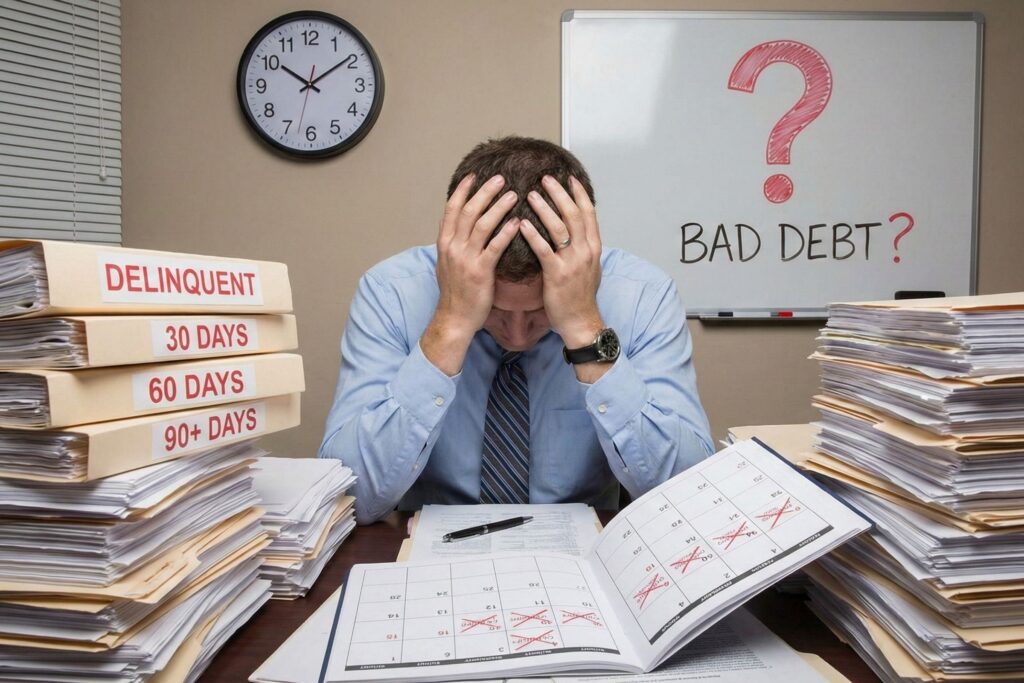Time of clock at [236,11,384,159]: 10:09
